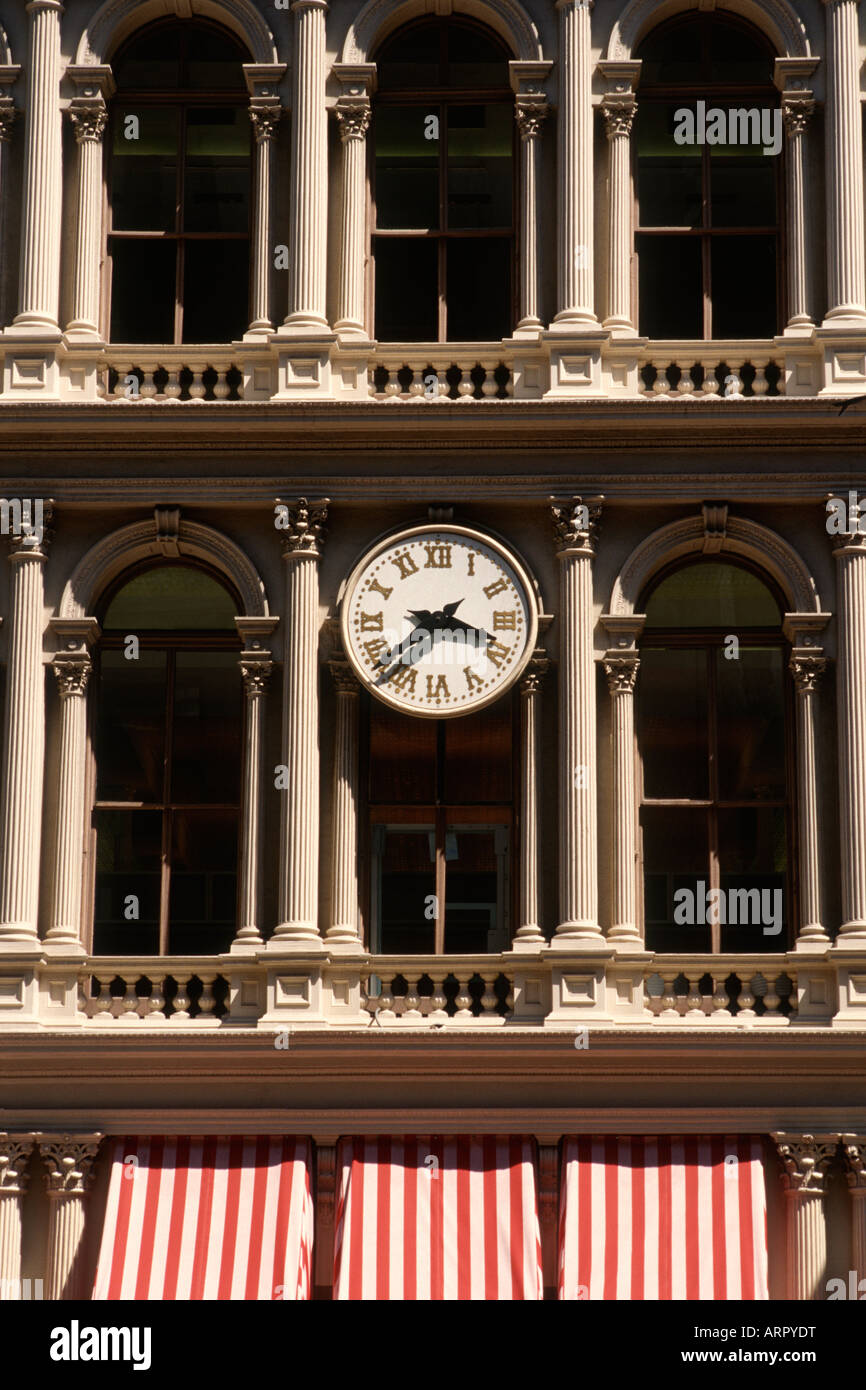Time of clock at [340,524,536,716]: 3:38
